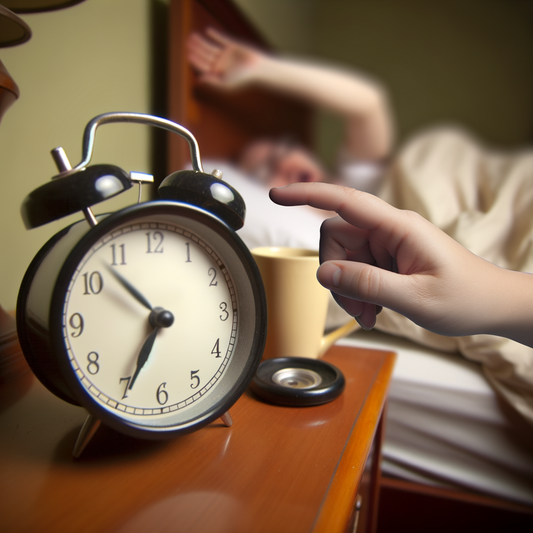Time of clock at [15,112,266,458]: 6:53
